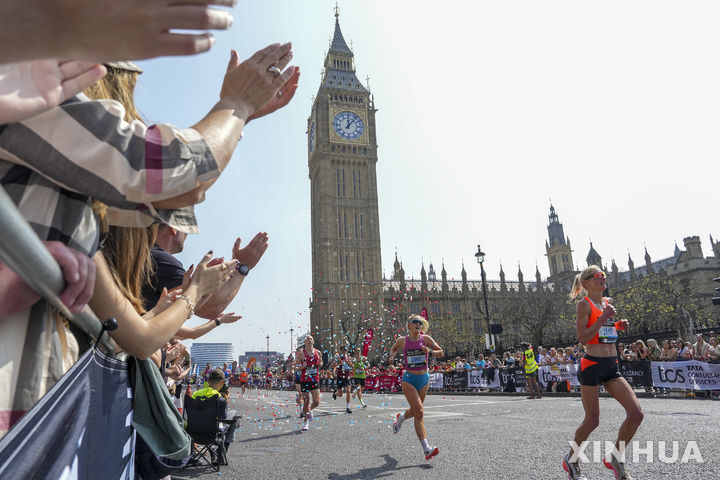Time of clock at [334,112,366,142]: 12:06
